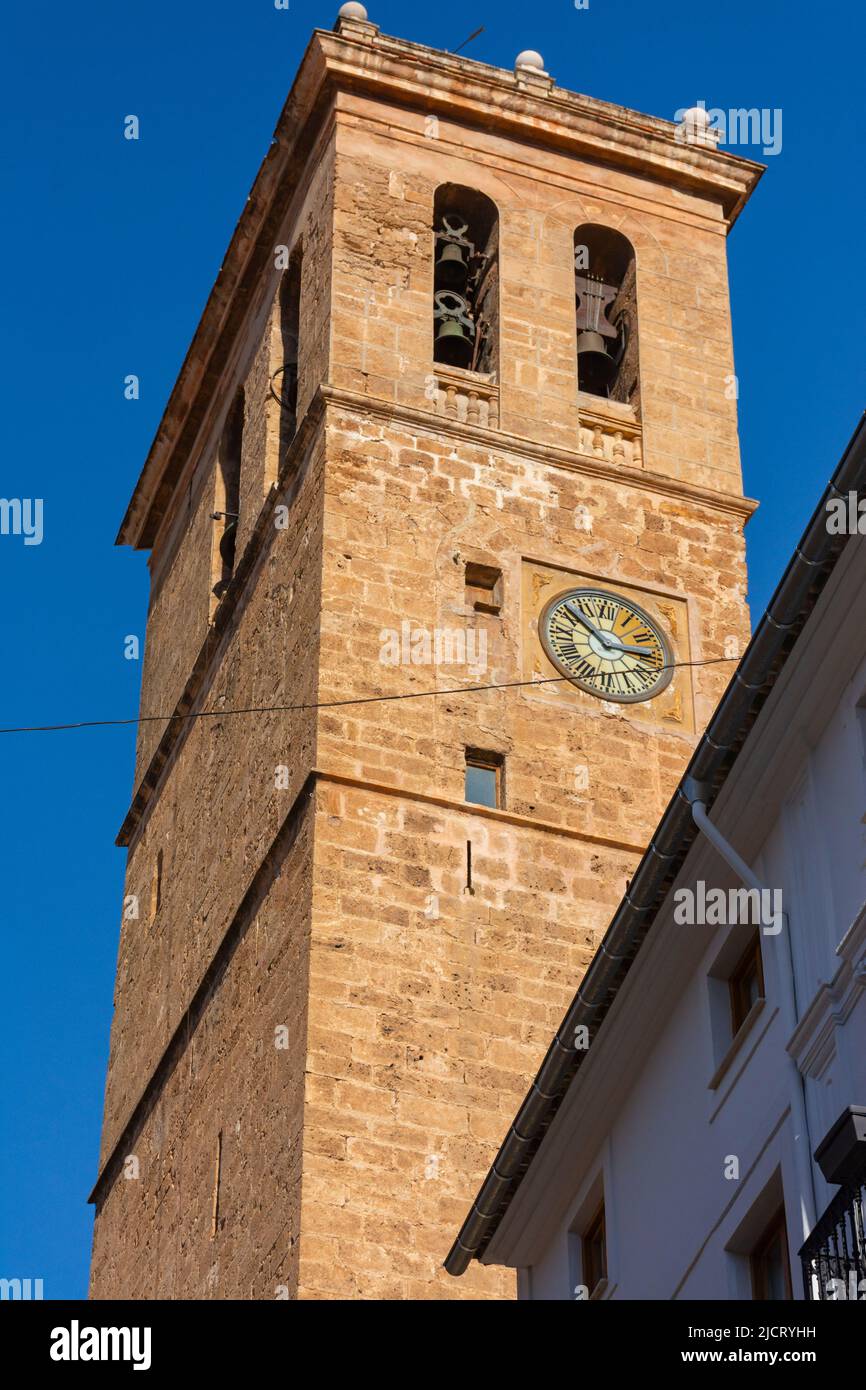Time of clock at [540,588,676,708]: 2:51
